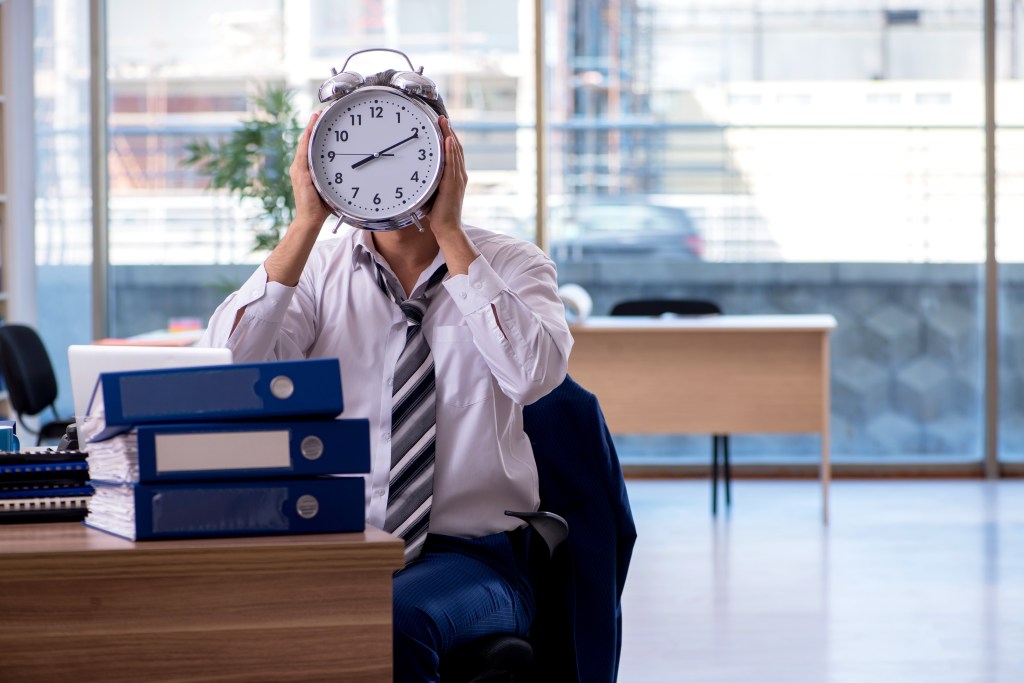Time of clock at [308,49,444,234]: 8:10
